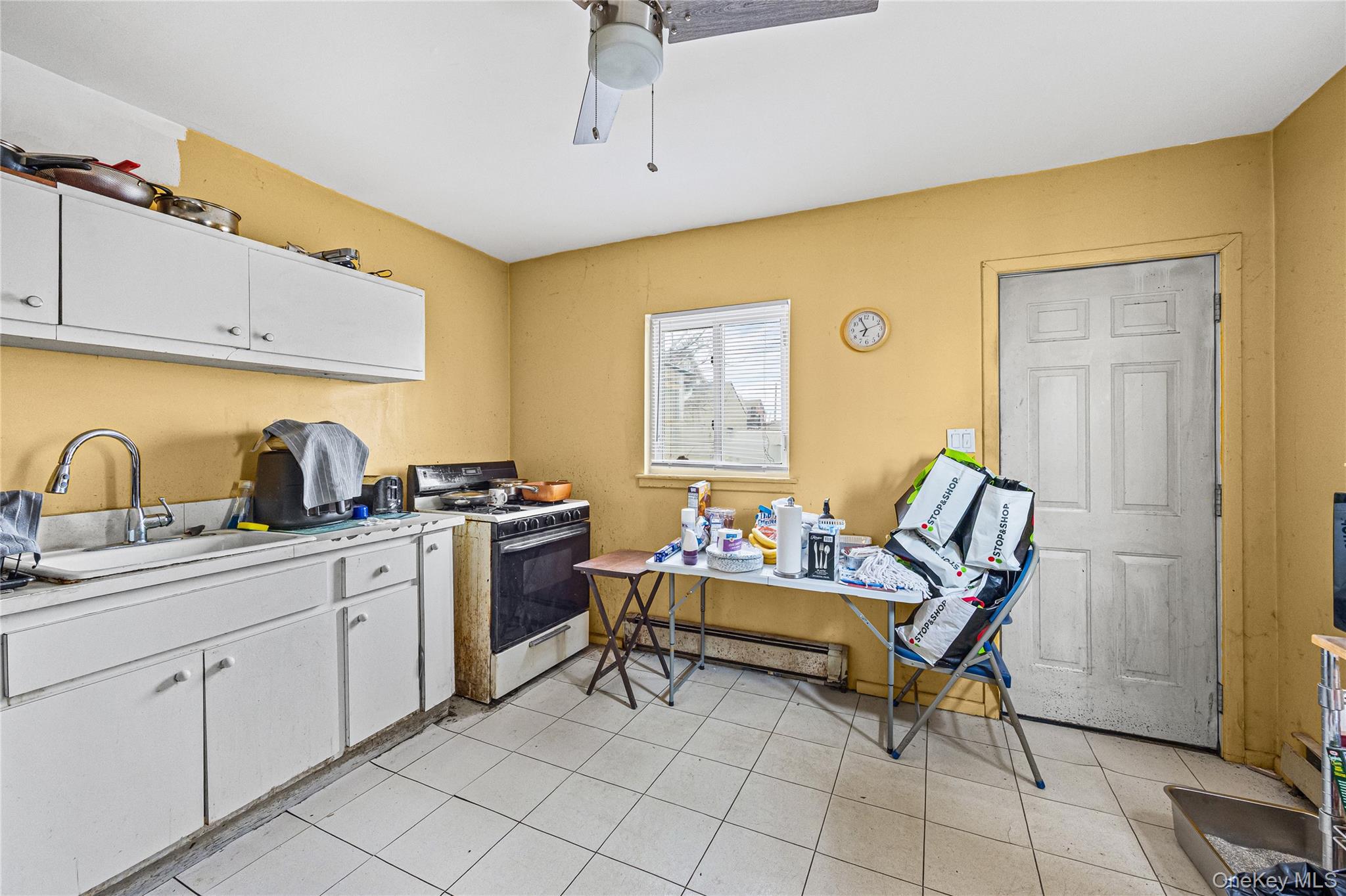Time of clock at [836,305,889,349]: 6:55
